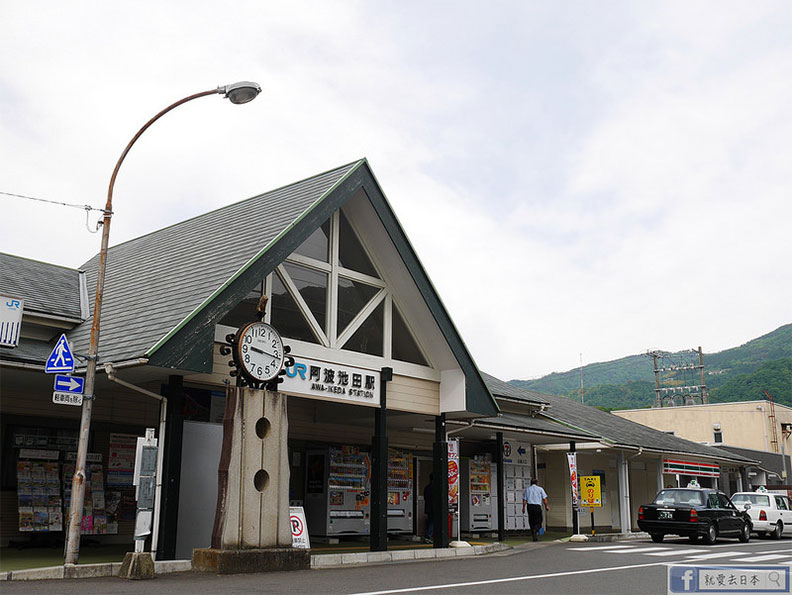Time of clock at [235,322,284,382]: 9:16
